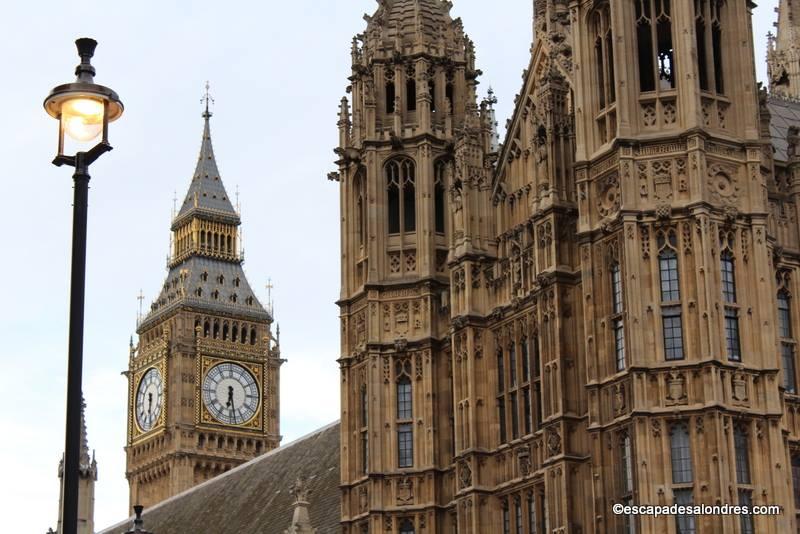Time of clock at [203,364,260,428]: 6:28
